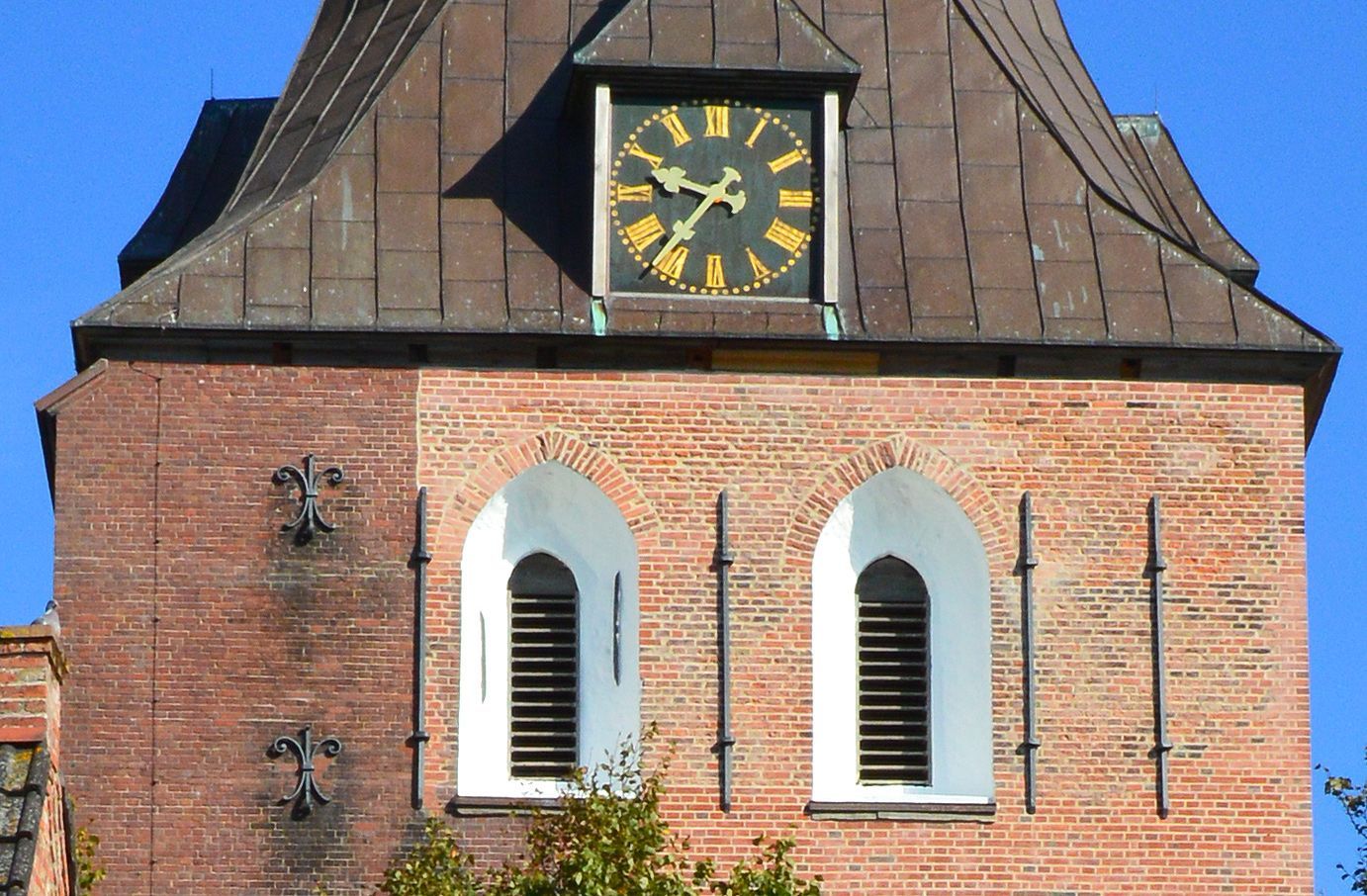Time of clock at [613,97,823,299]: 9:37
